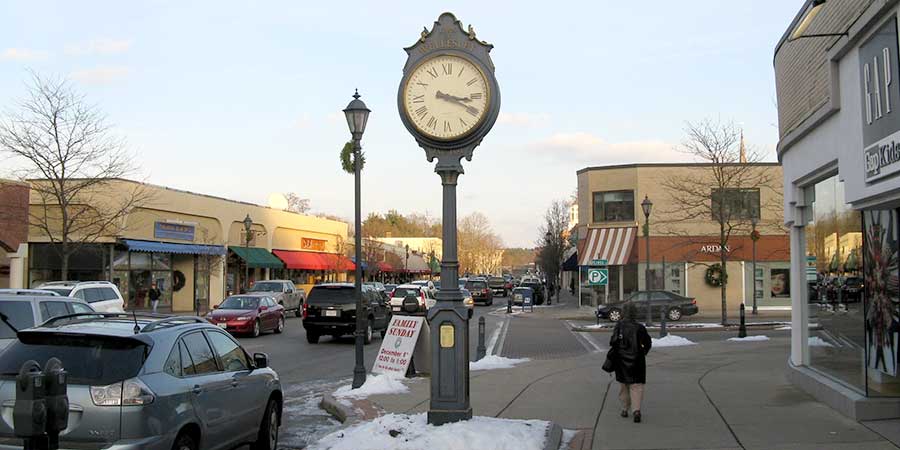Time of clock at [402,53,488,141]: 3:19
